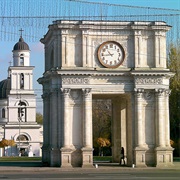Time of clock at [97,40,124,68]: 10:43
